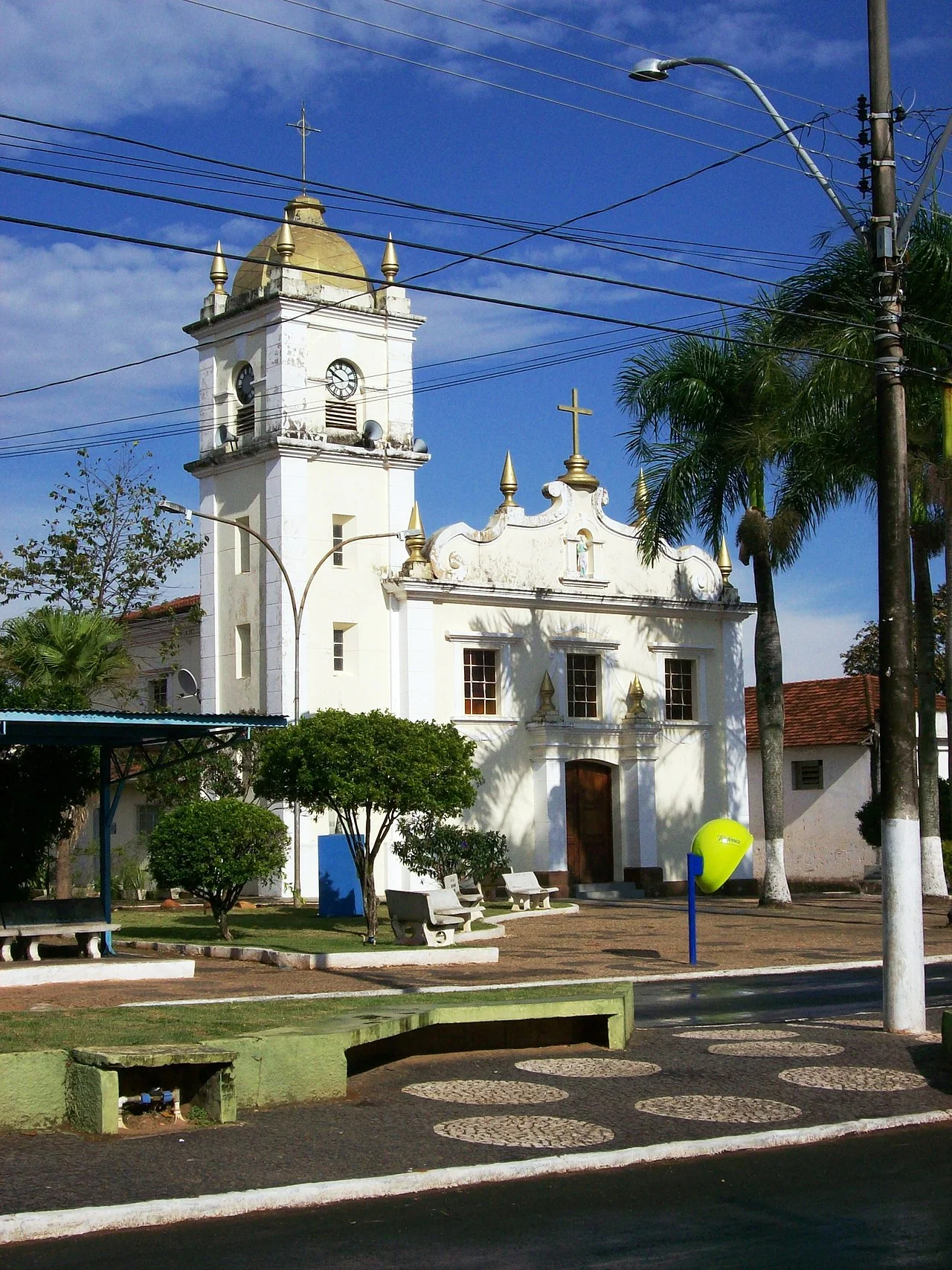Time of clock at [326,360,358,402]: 9:50
